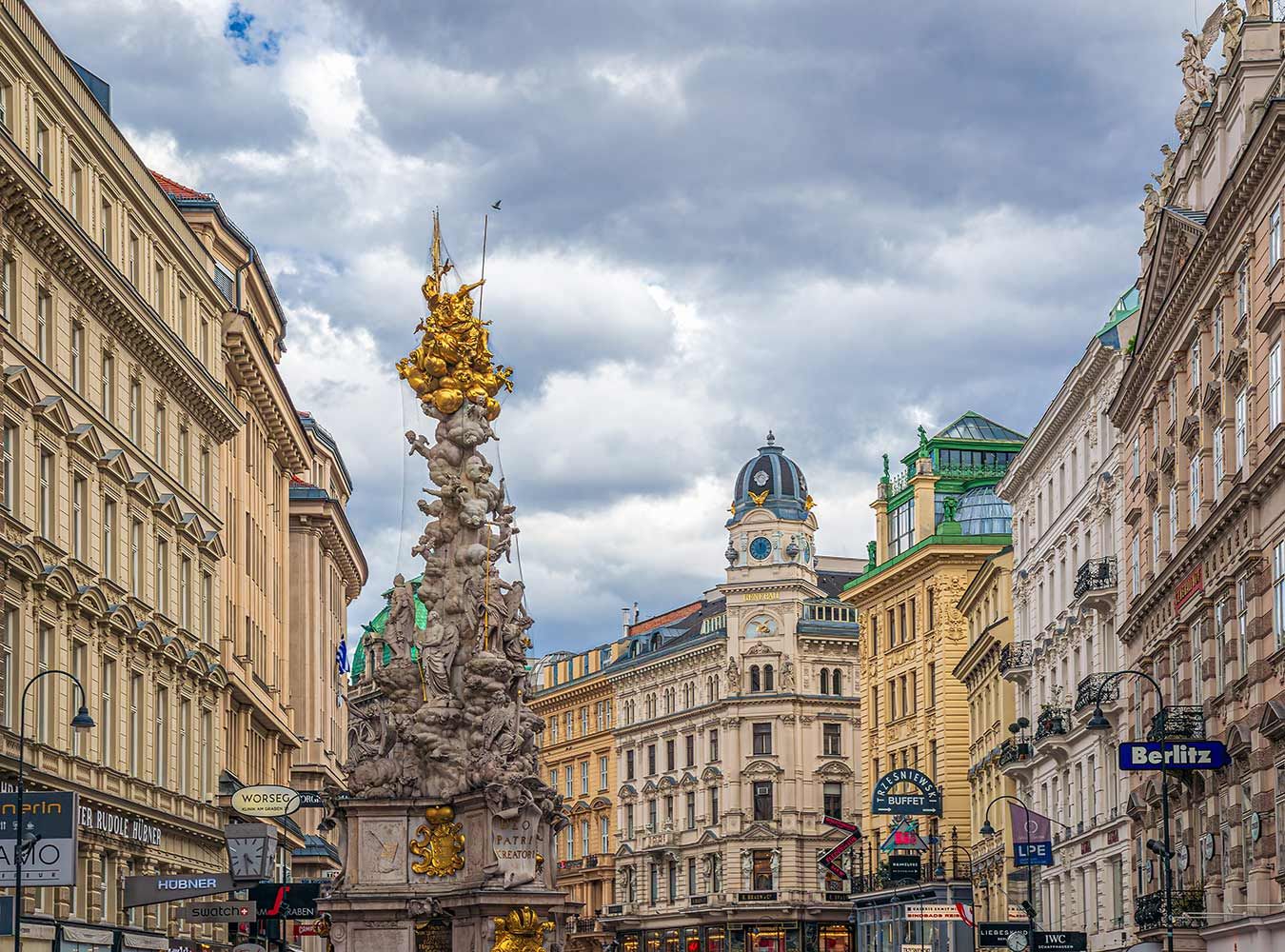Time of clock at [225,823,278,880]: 4:29
